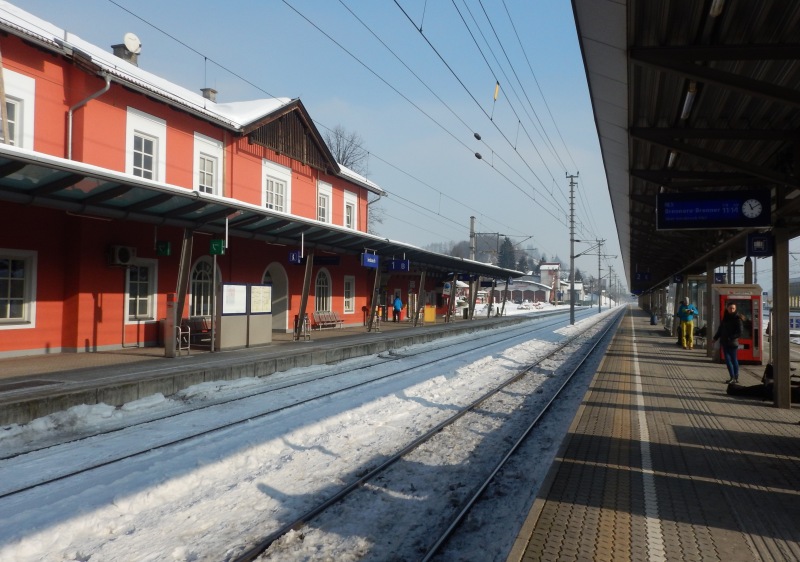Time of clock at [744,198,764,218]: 11:09
